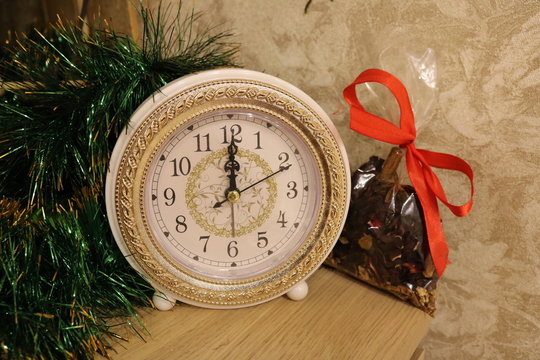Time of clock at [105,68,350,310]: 12:00
